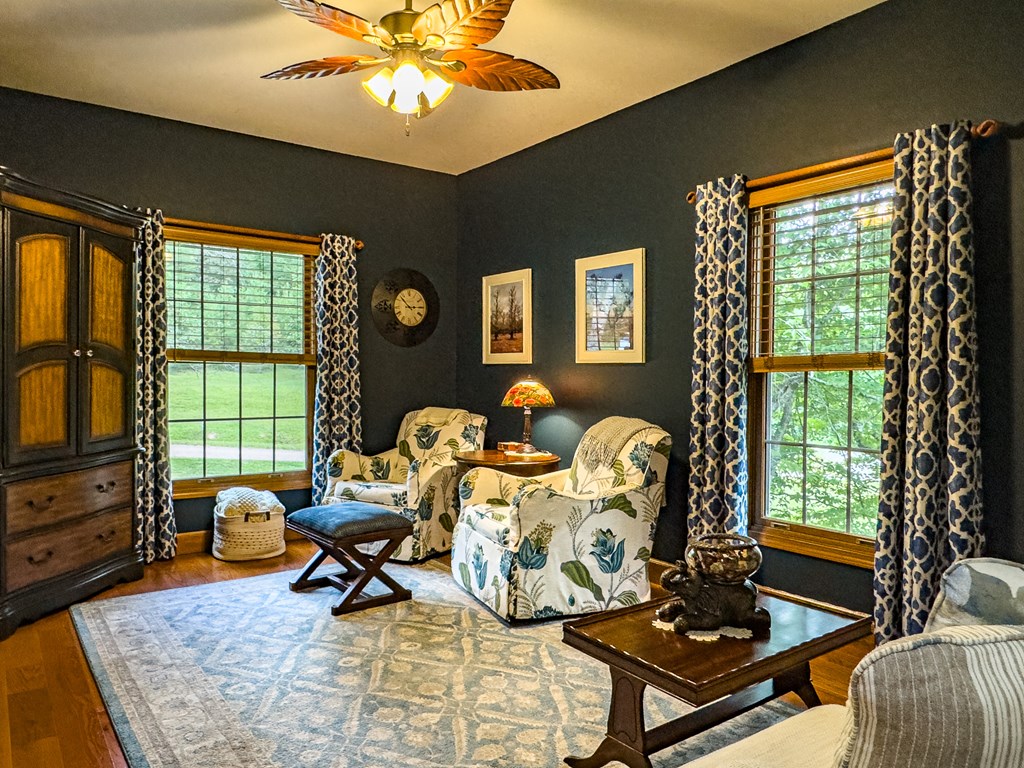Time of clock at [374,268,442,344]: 2:52
